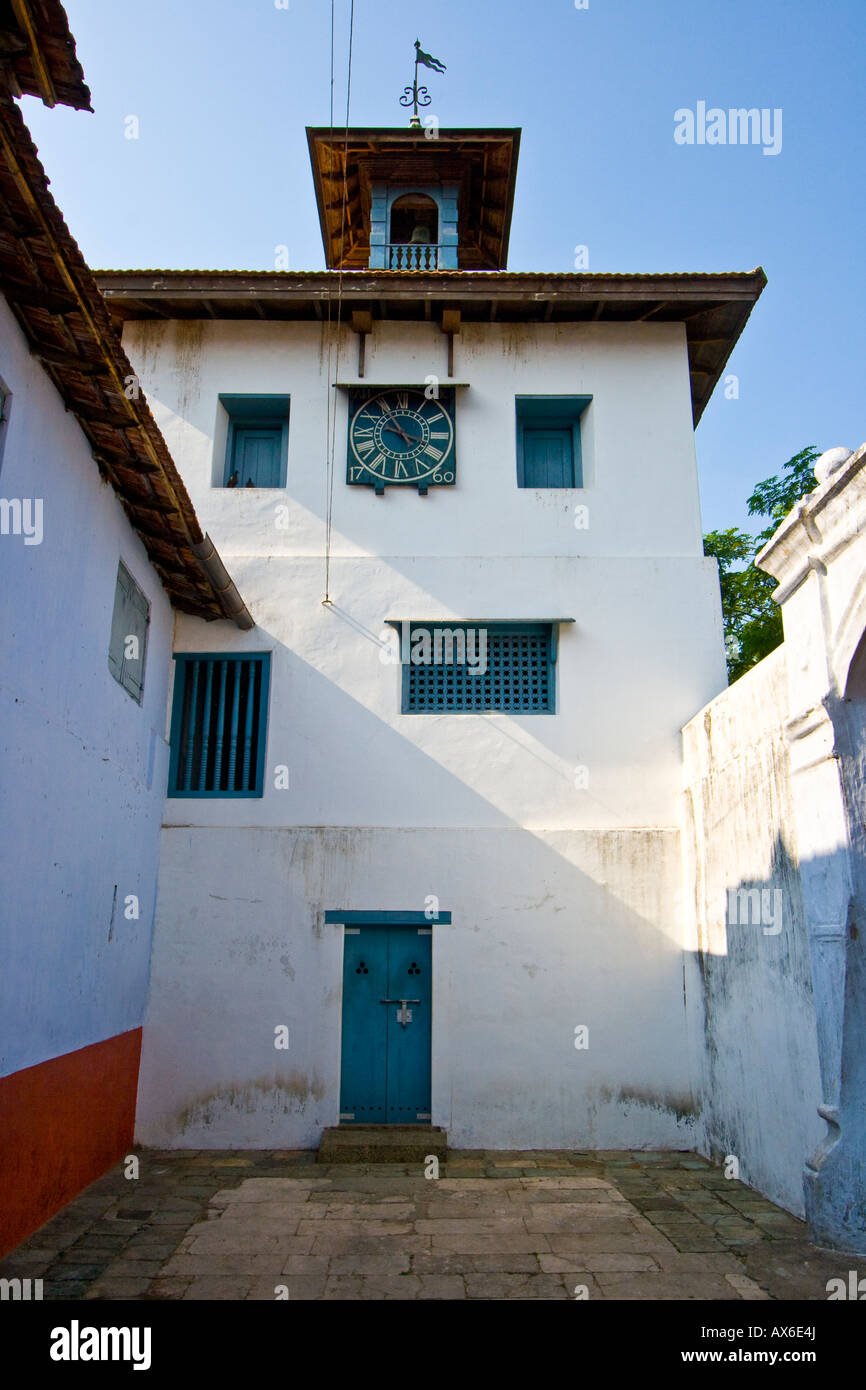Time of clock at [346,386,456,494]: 3:55
